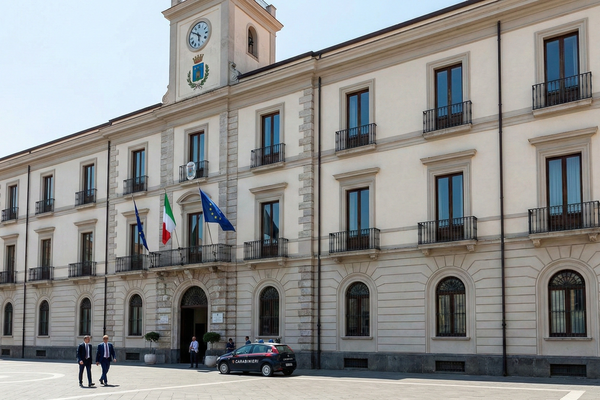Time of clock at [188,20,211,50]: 5:50
